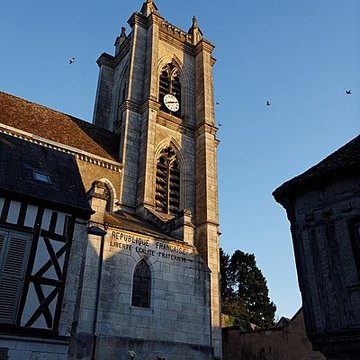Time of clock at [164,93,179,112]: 8:11
